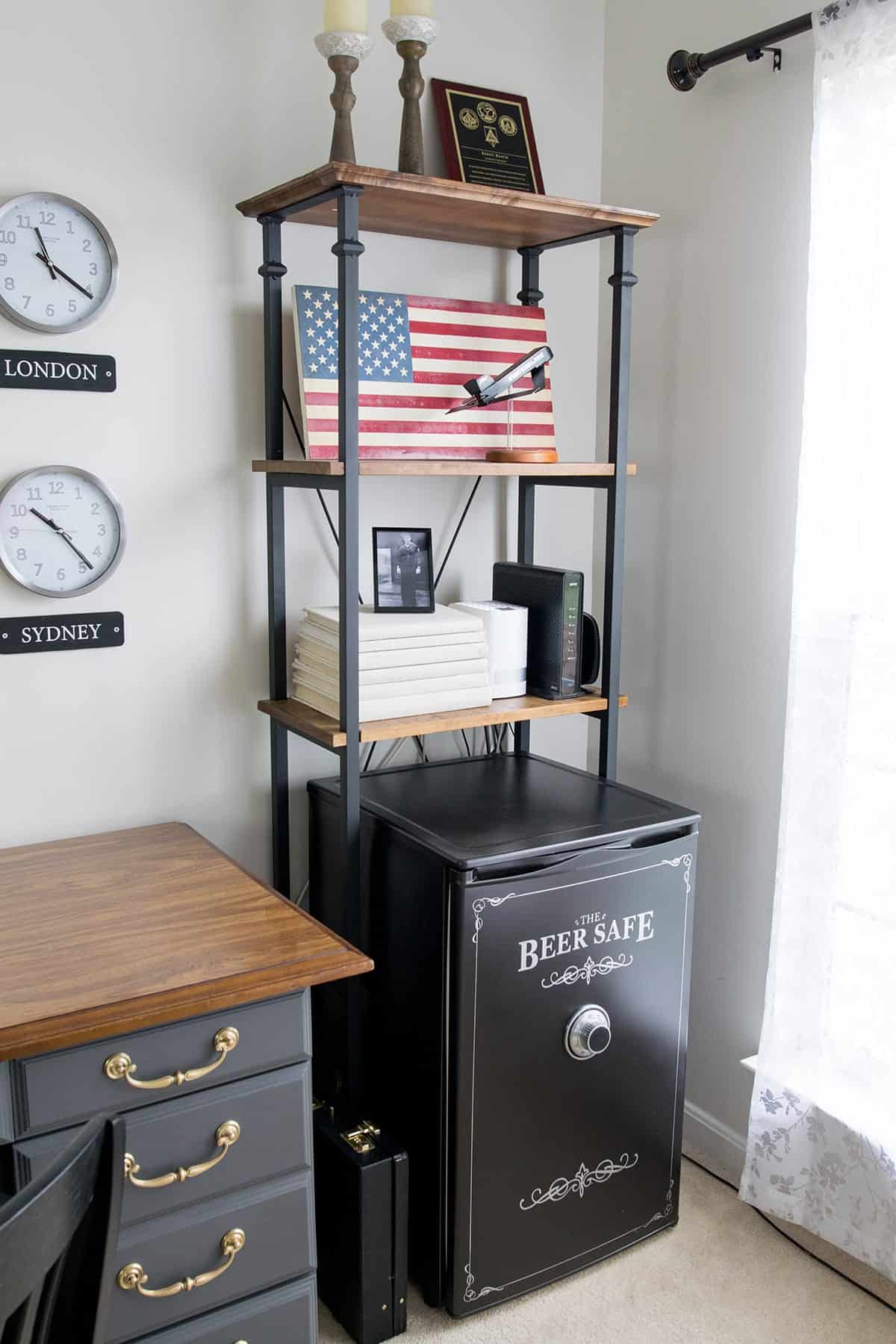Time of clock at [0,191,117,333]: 11:20
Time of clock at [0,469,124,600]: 10:23
